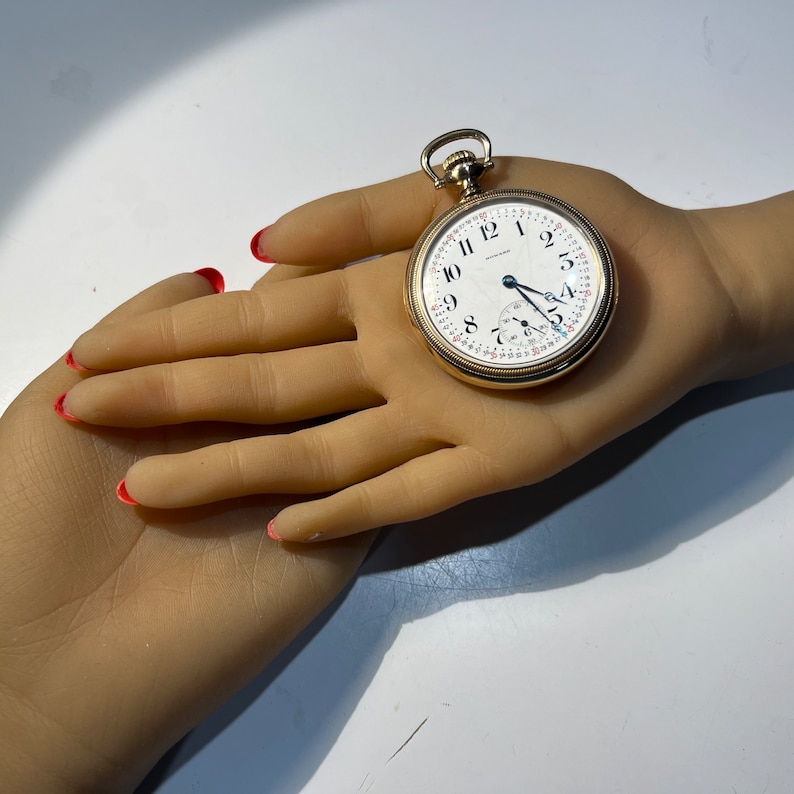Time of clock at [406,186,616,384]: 4:26
